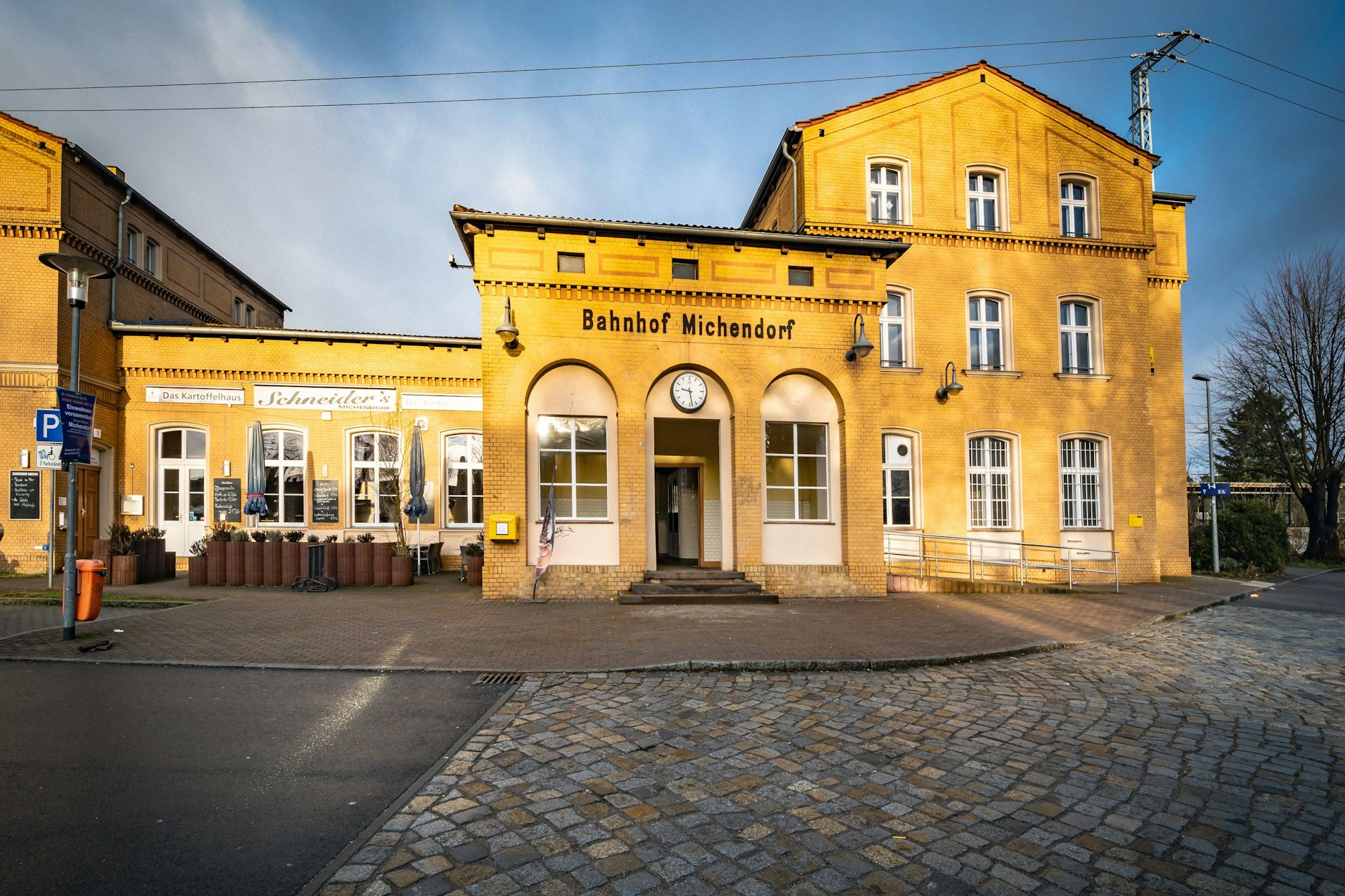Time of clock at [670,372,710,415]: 9:28
